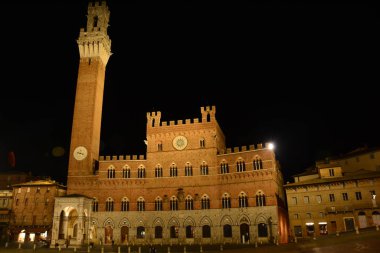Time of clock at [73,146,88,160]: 9:17
